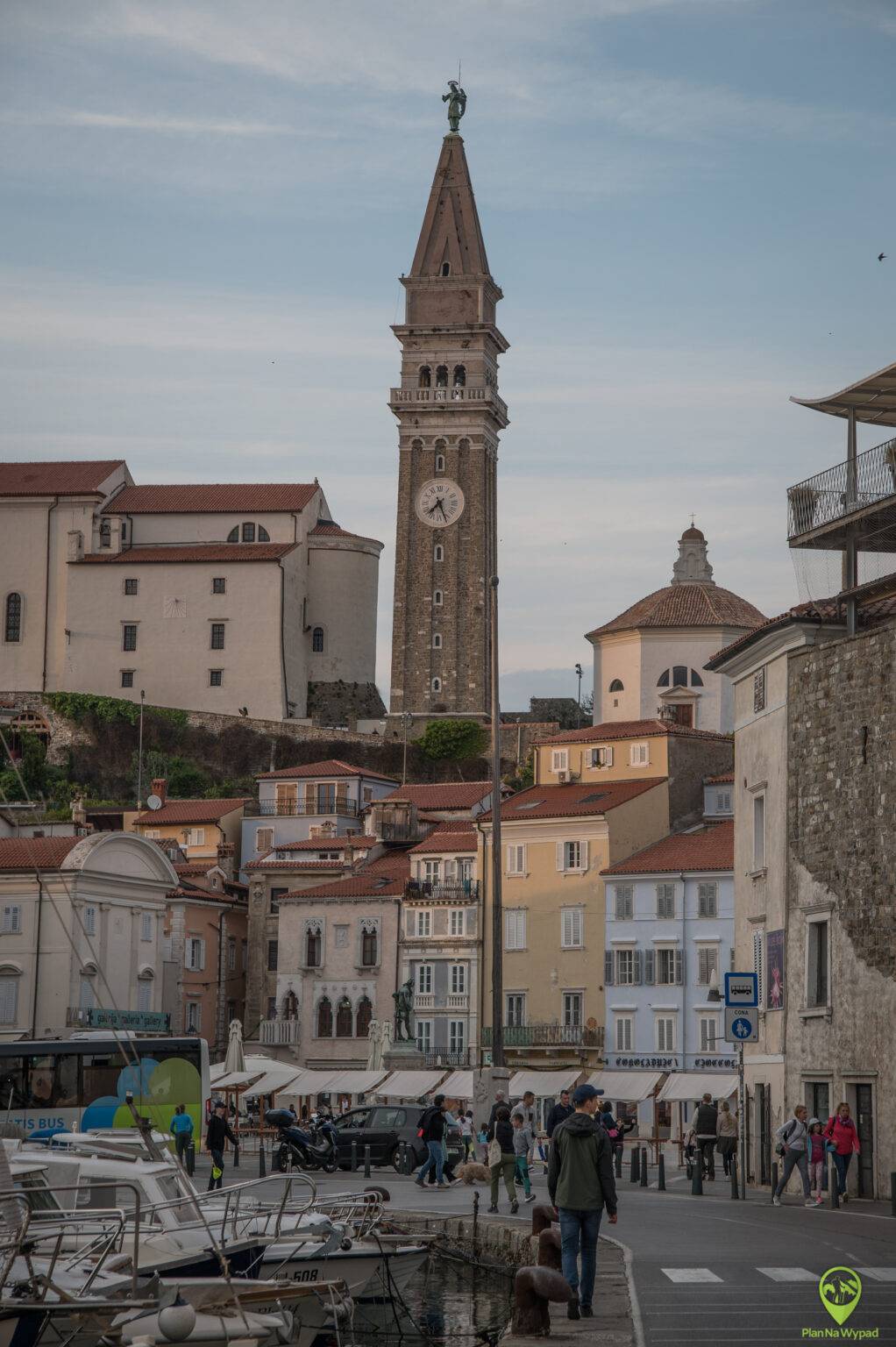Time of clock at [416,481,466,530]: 7:25
